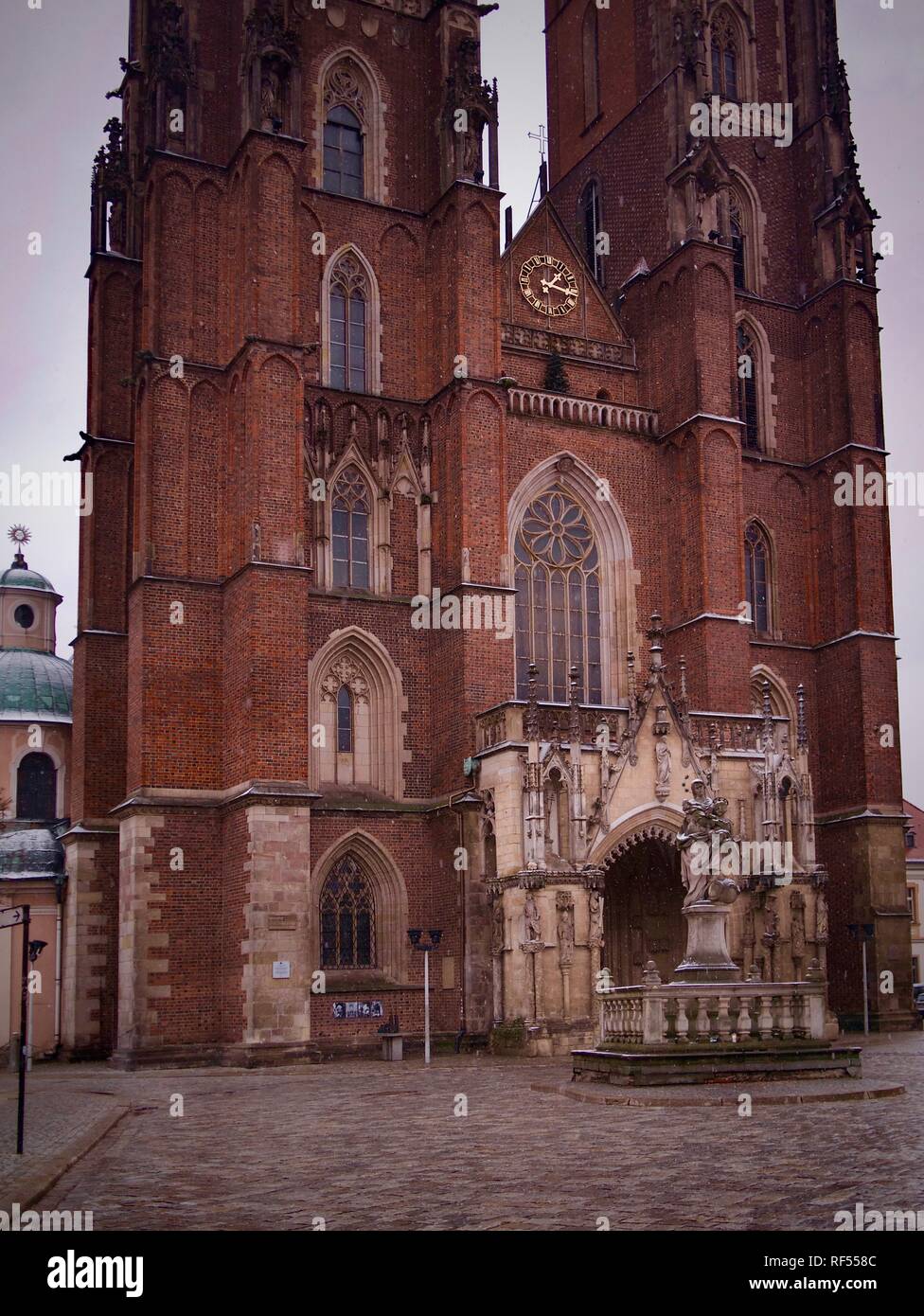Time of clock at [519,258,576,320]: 1:16
